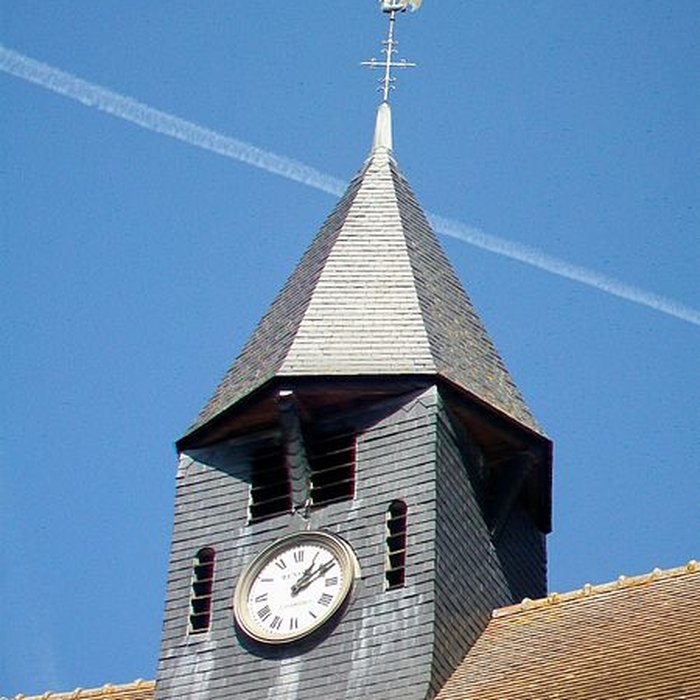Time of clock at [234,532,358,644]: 1:10
